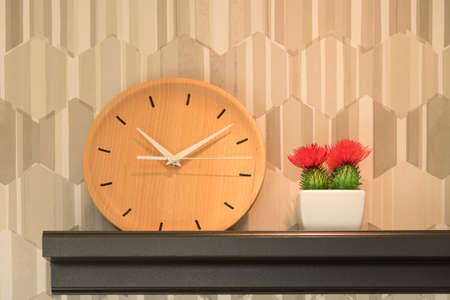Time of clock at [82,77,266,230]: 10:07
